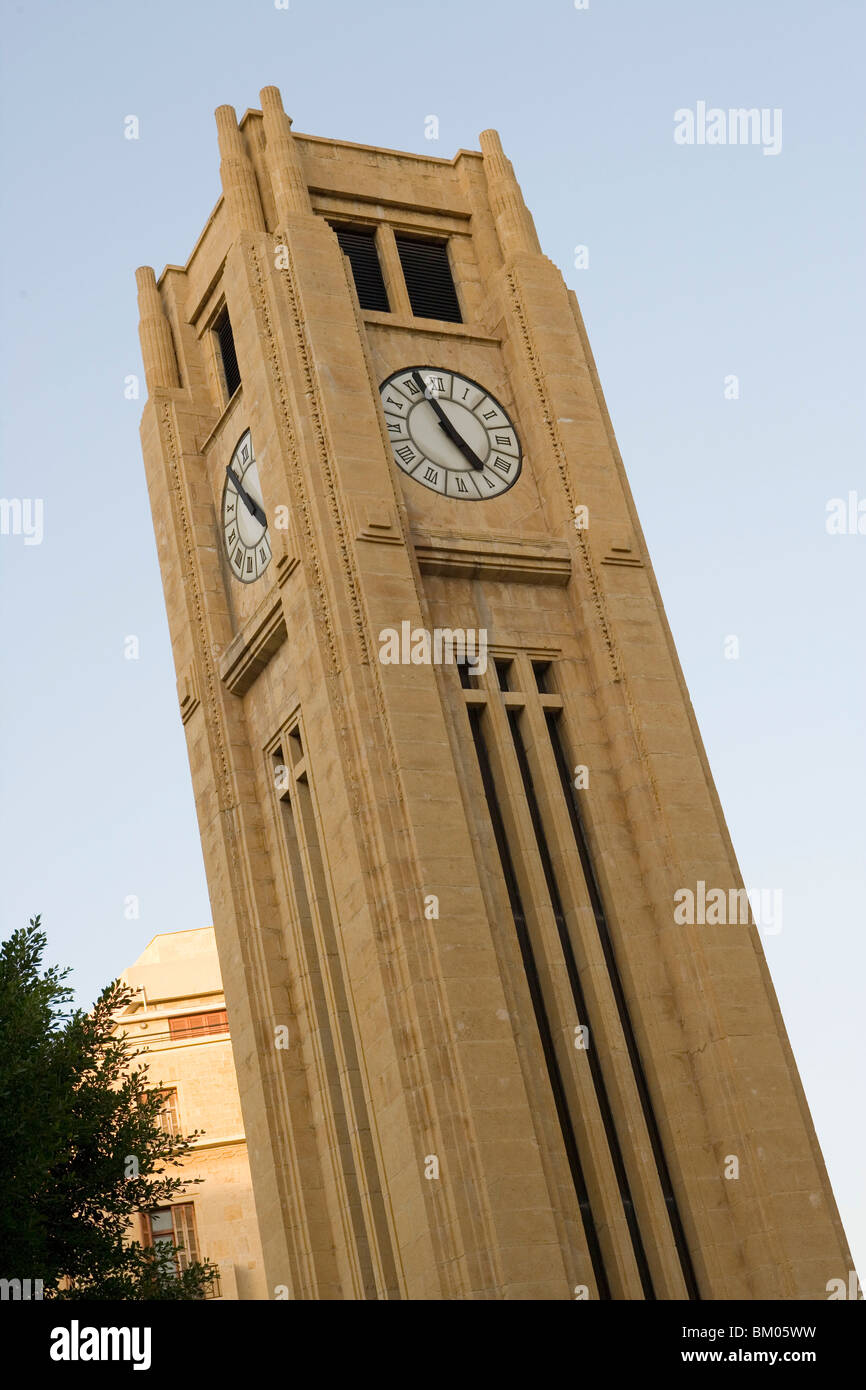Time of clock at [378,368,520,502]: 4:56
